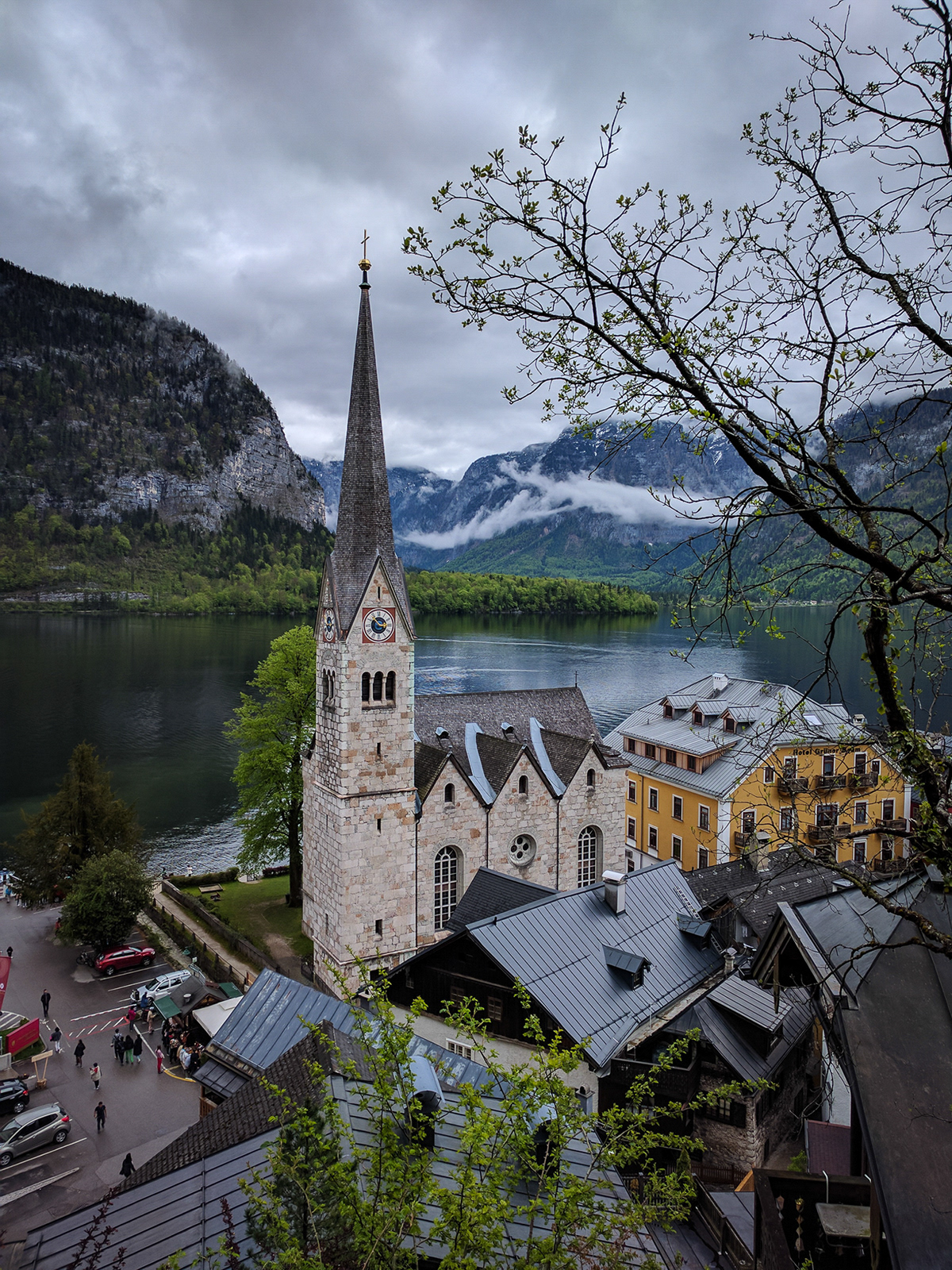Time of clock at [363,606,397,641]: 2:53
